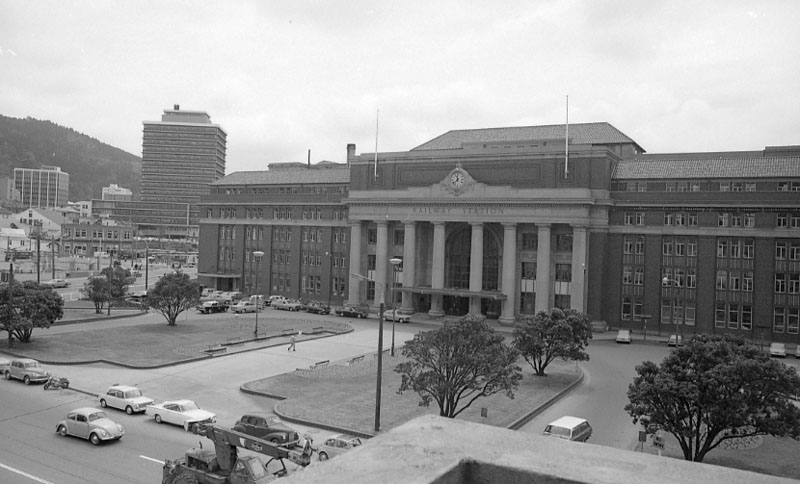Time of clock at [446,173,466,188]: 11:37
